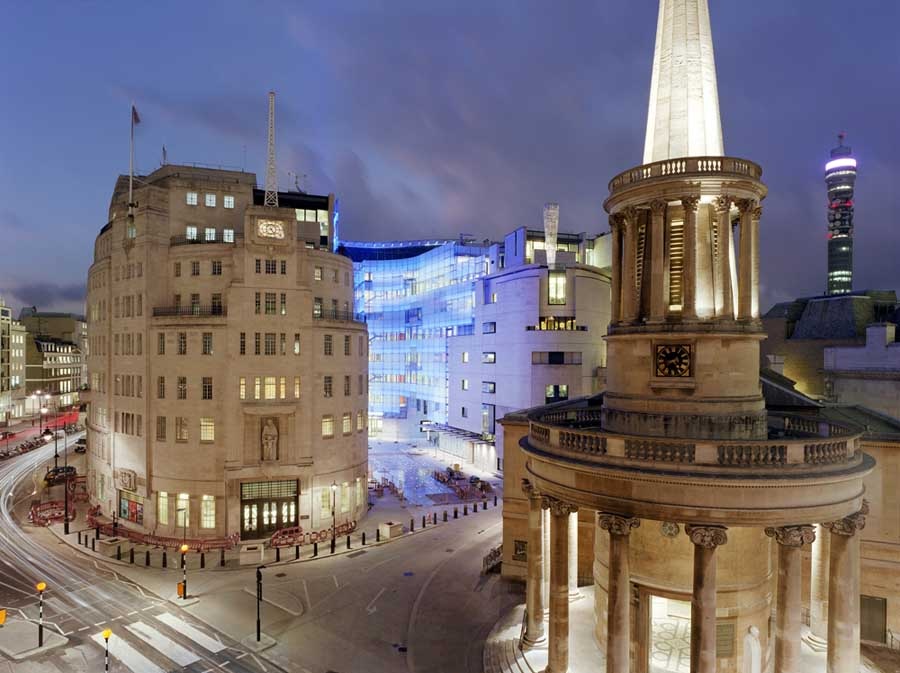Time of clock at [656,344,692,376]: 2:23
